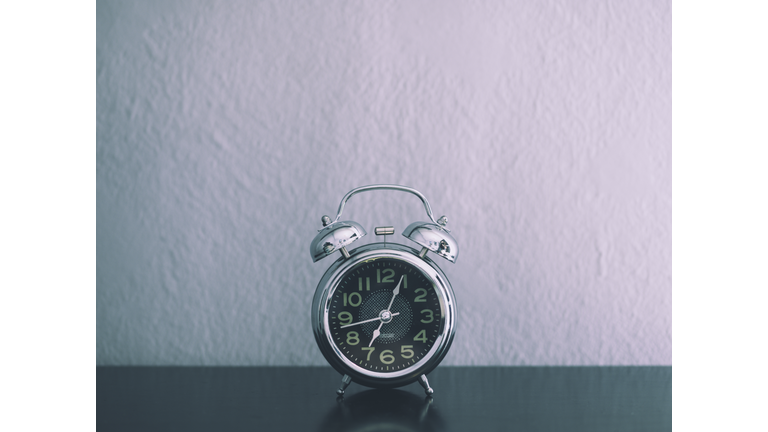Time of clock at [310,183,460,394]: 7:04
